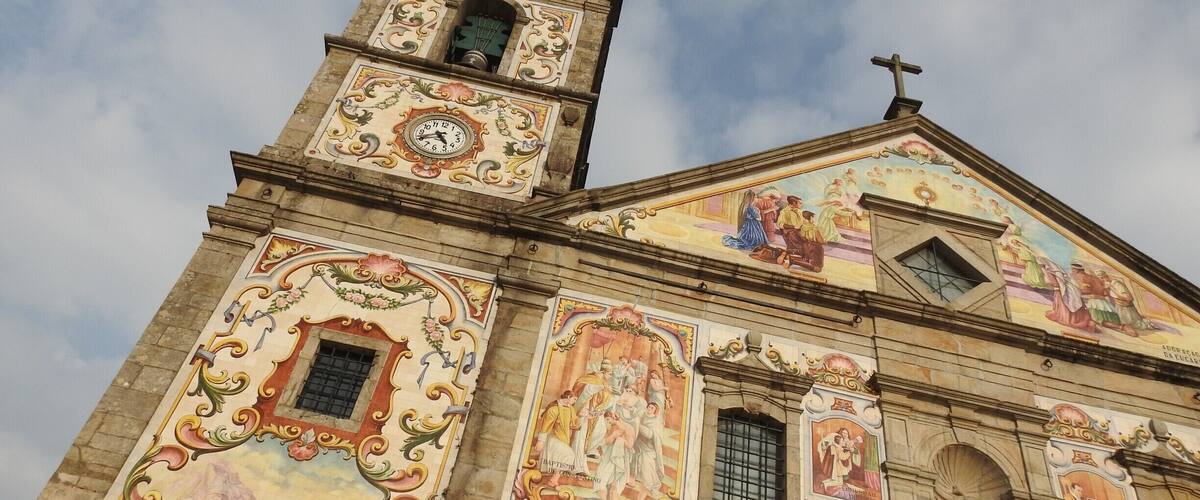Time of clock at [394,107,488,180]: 4:40
